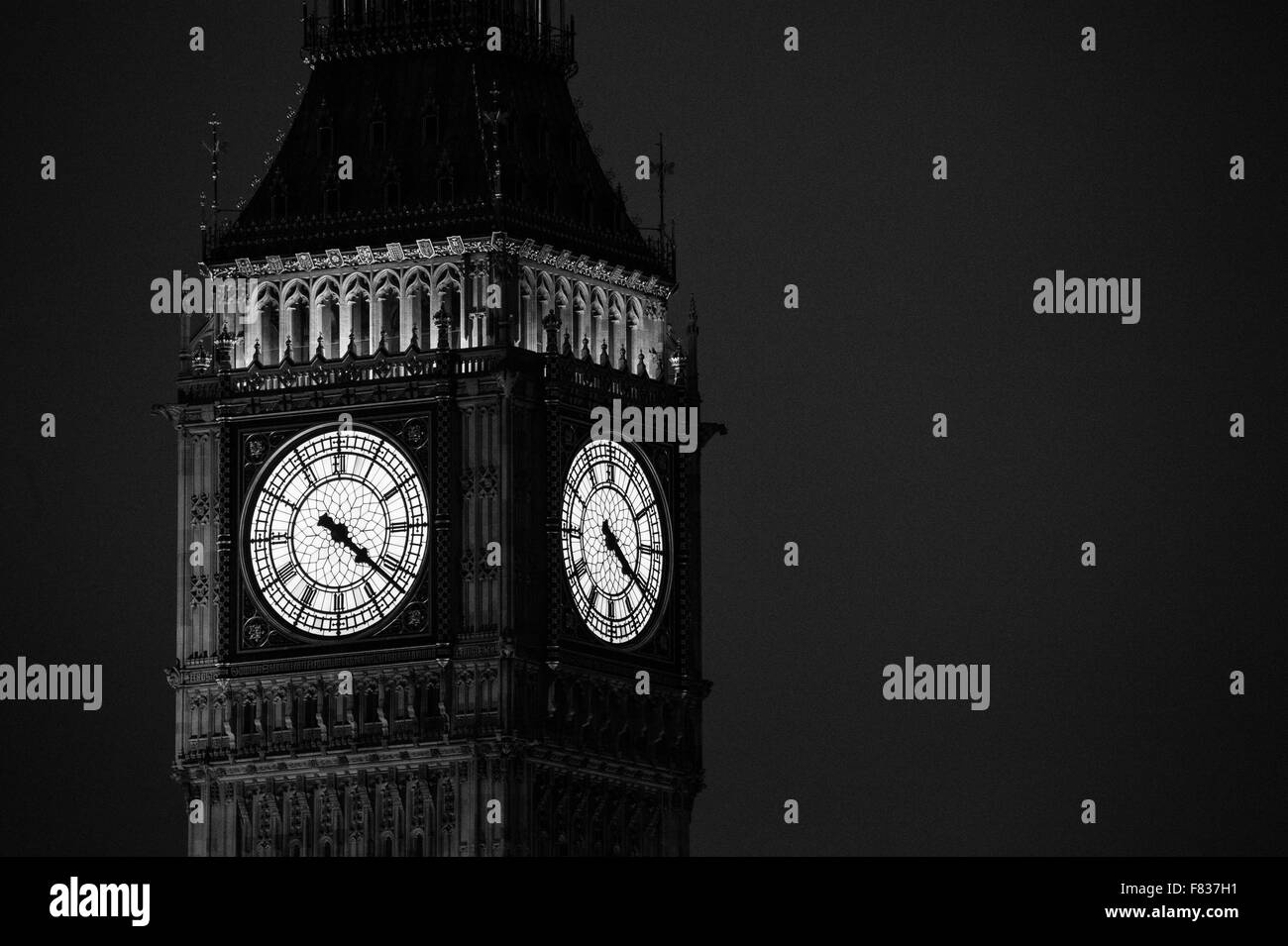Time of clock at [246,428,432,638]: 4:21
